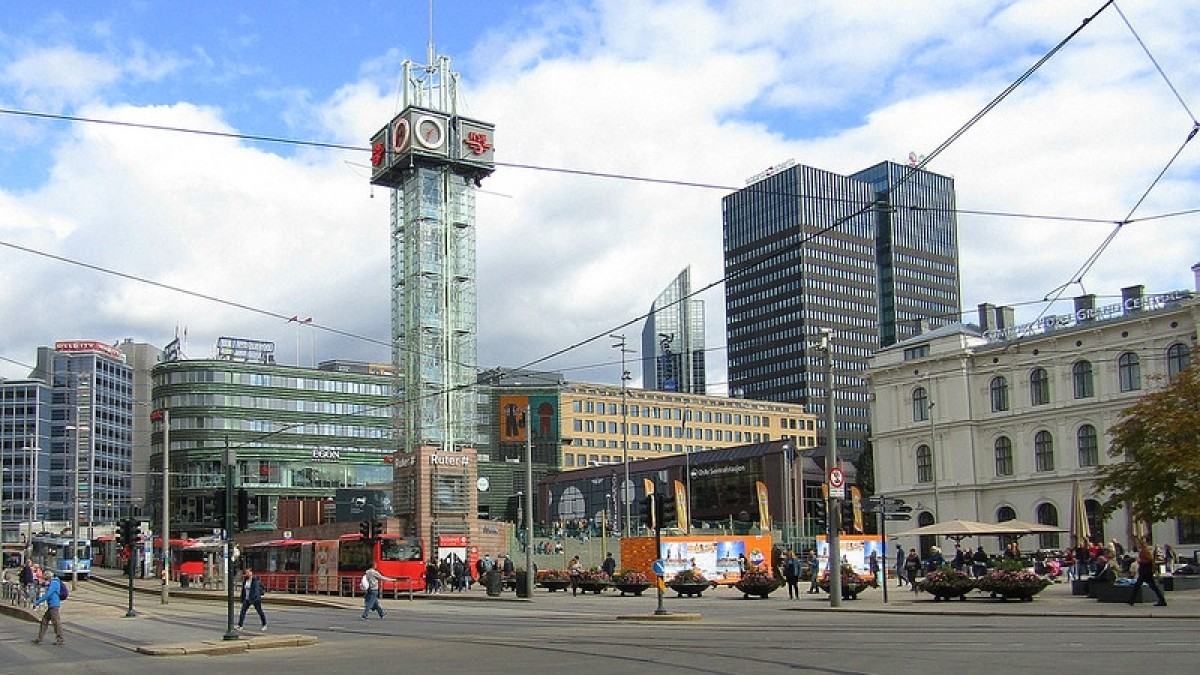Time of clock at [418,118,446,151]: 1:33
